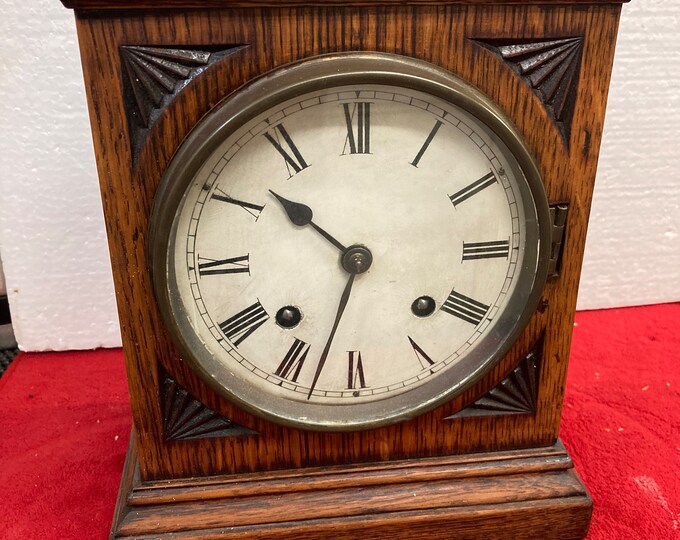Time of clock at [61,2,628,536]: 10:33
